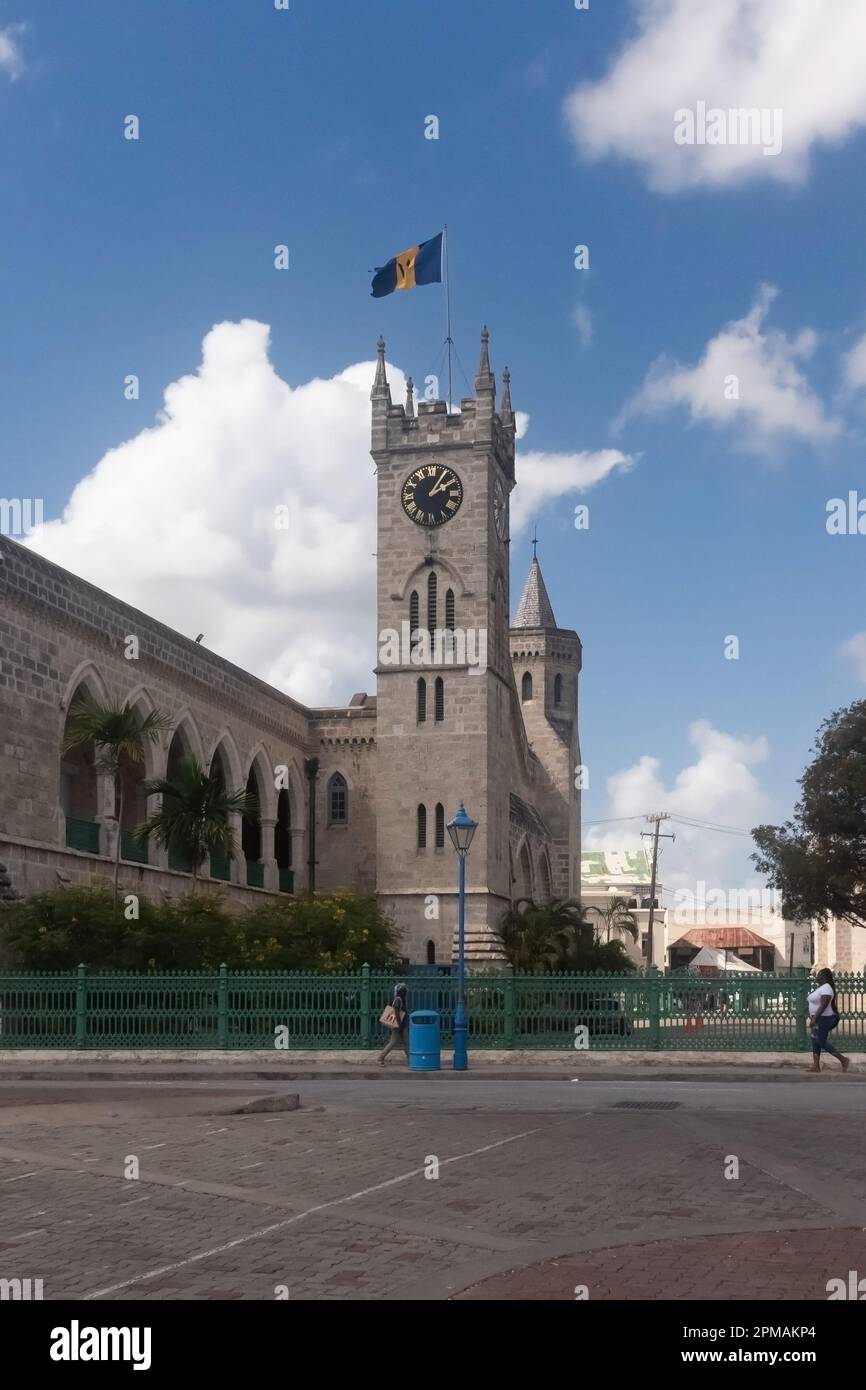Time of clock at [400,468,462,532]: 2:05
